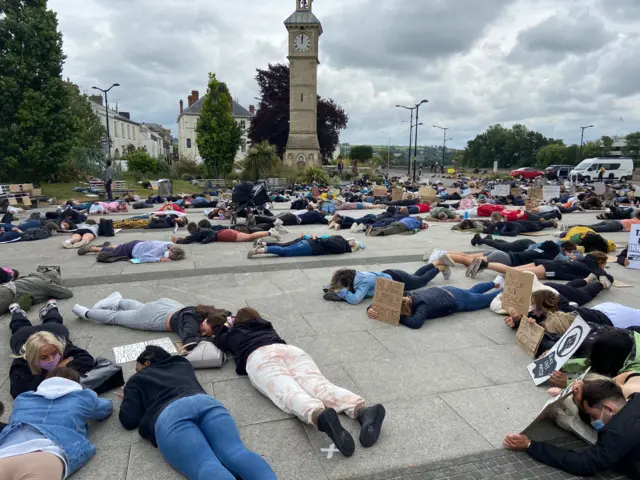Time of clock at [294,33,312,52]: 12:00
